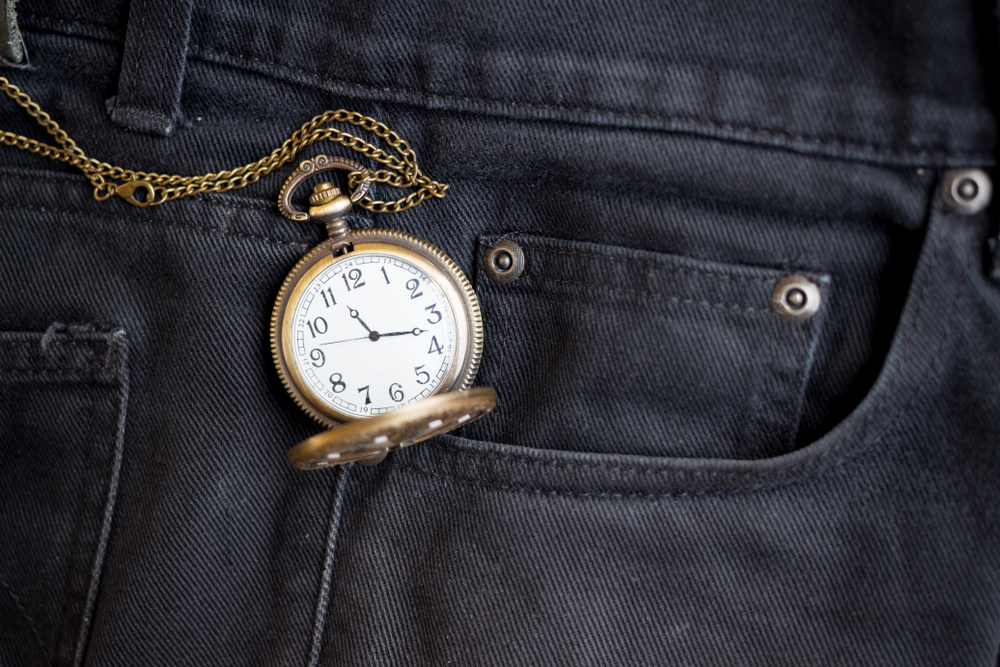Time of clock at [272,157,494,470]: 11:17
